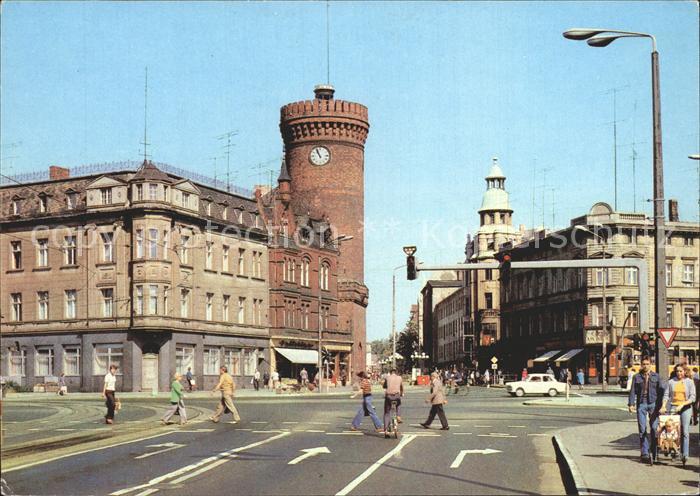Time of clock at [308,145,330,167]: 10:56
